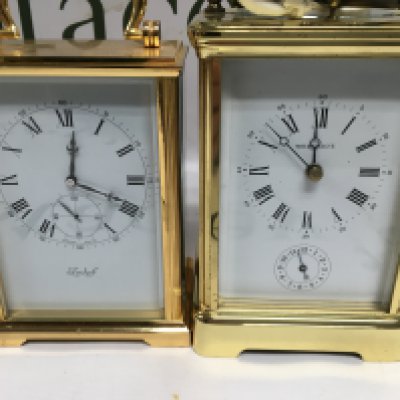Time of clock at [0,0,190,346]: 12:18
